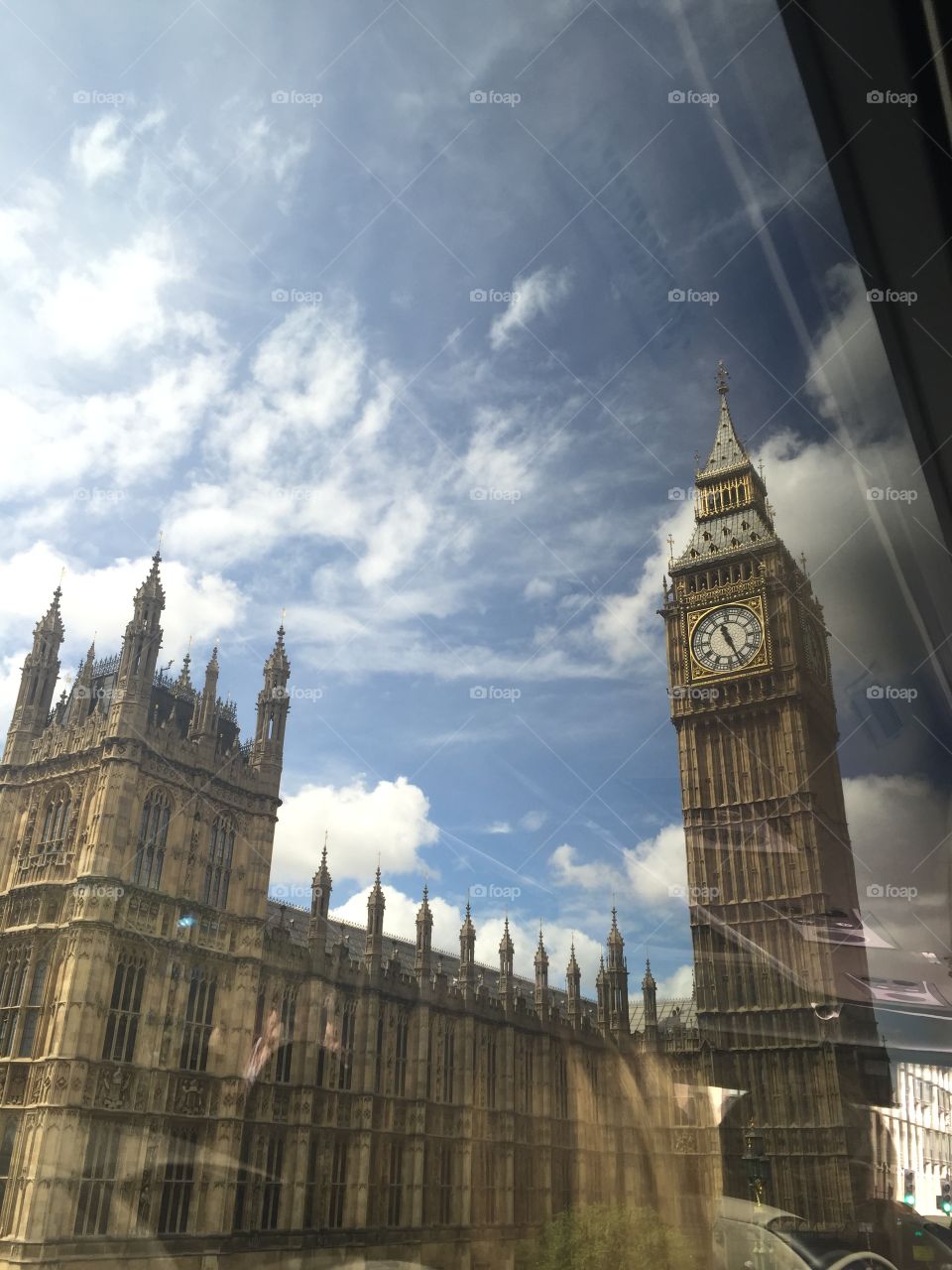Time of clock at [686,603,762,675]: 11:26
